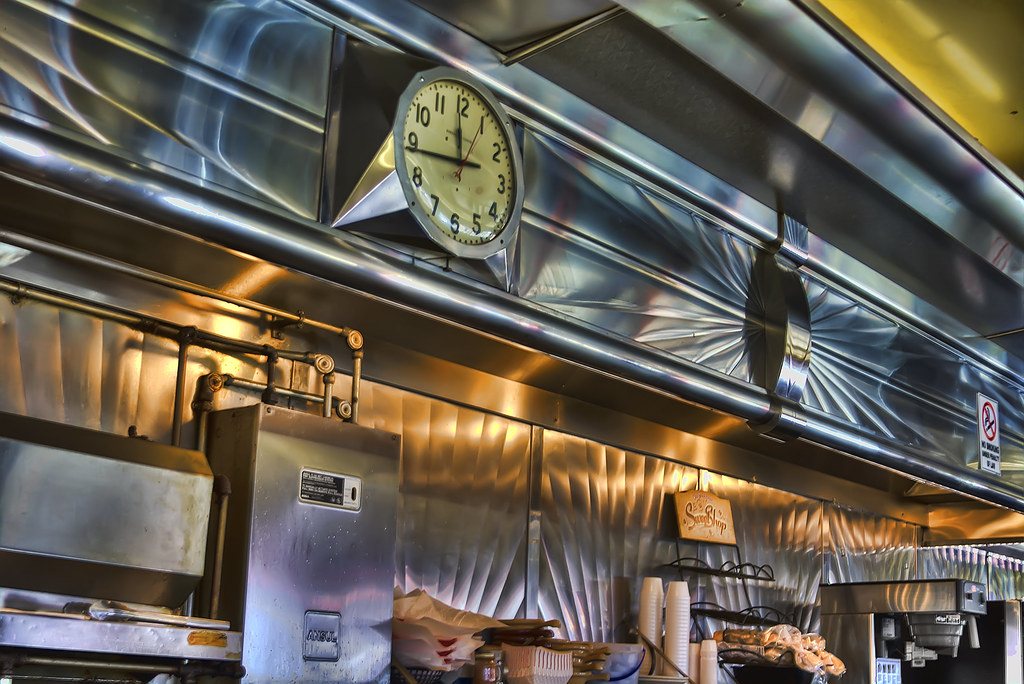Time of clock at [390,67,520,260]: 11:43
